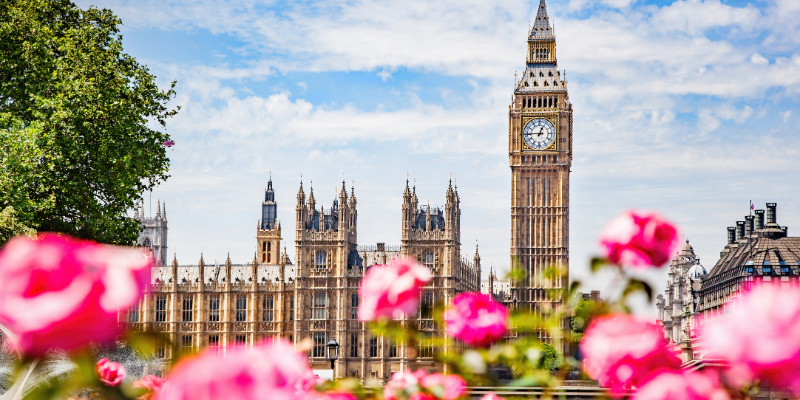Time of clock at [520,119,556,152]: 12:45
